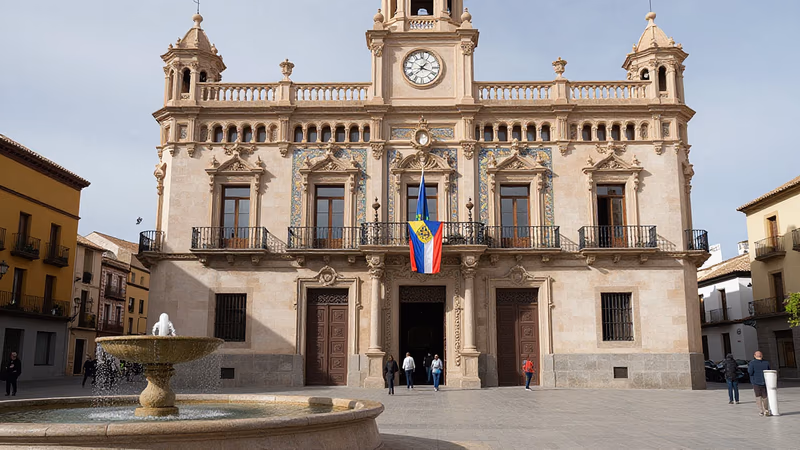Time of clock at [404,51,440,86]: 1:18
